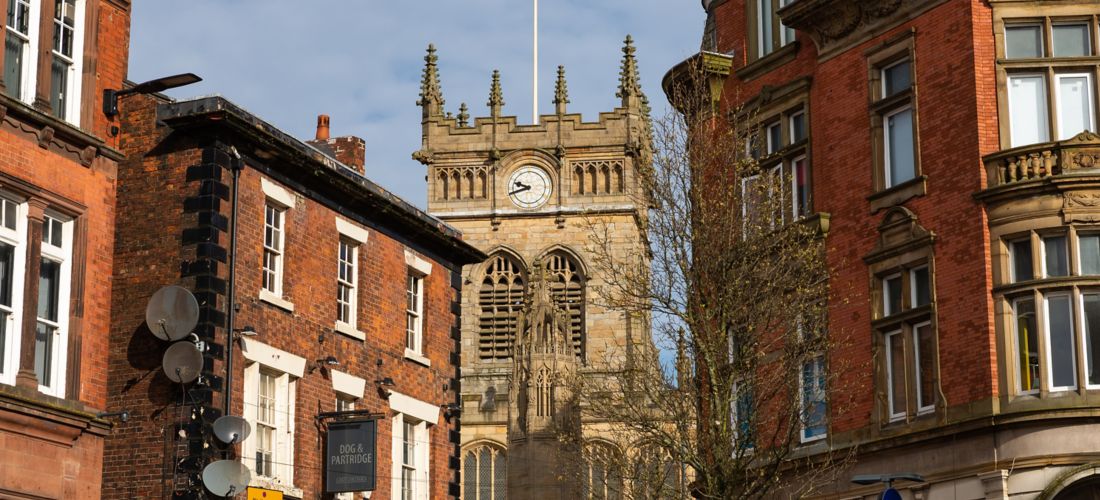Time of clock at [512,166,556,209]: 9:42
